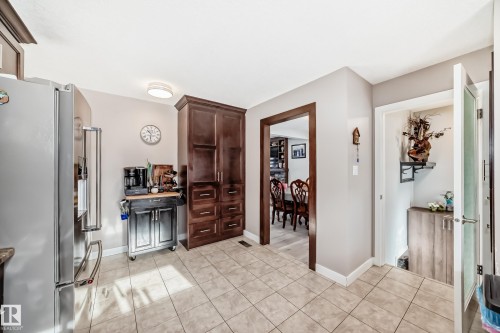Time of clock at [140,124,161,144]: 10:30
